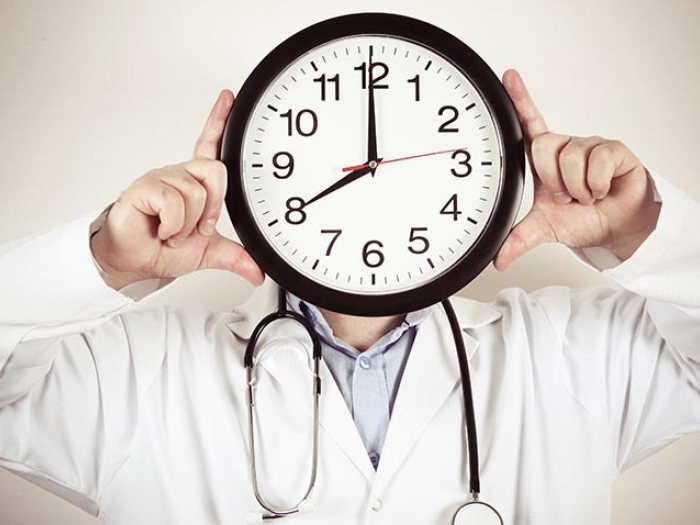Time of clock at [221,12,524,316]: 7:59
